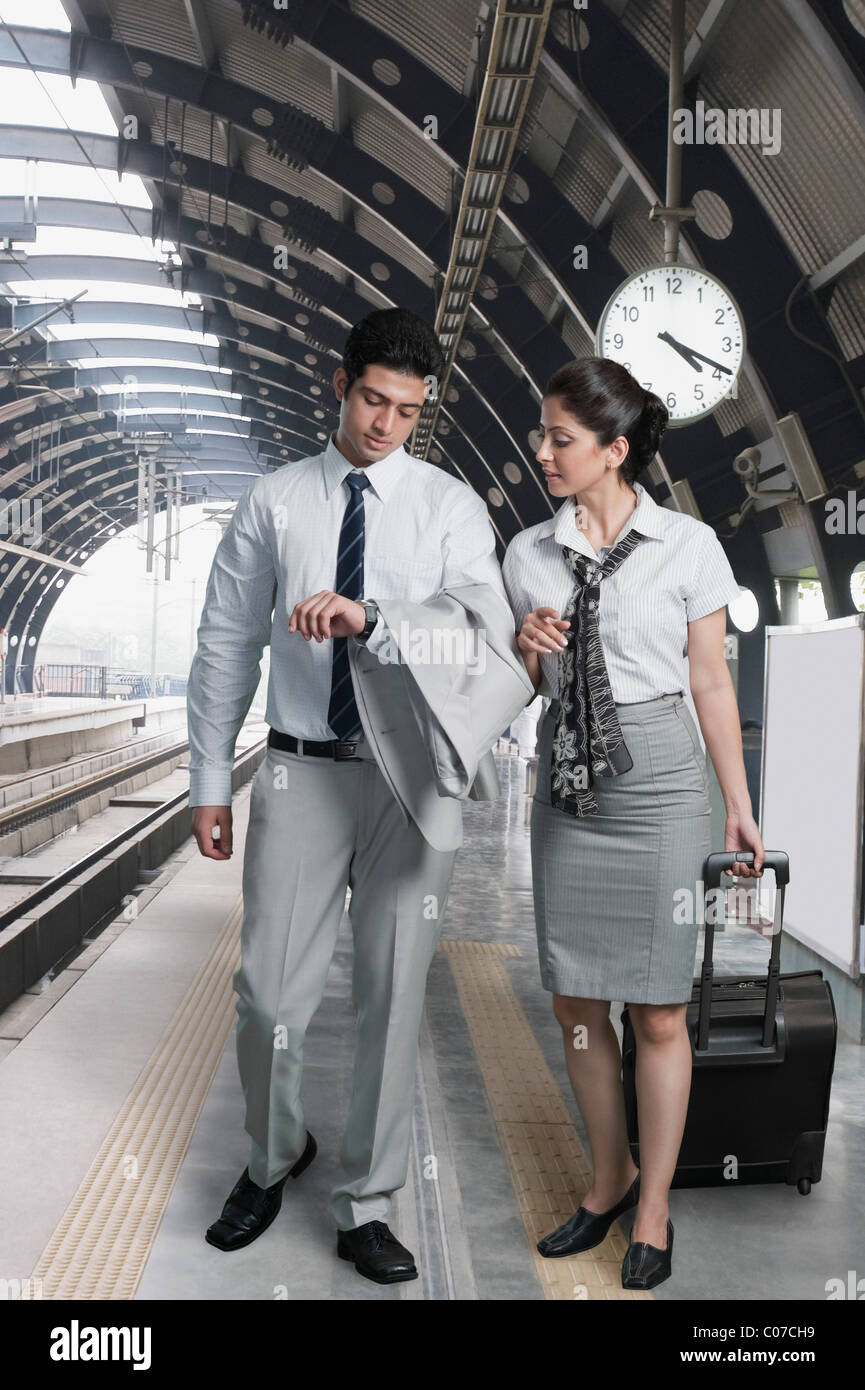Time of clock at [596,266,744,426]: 4:18
